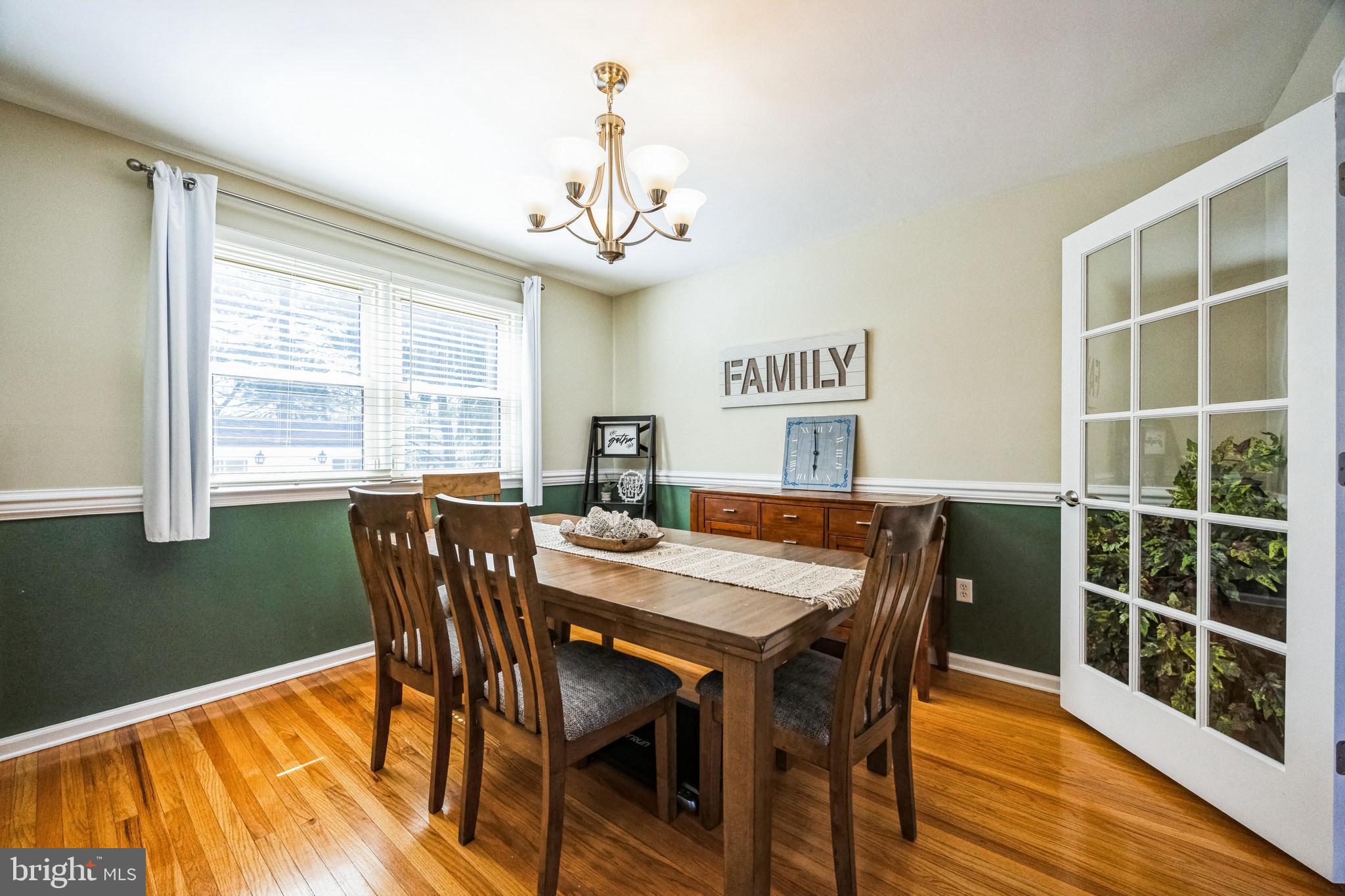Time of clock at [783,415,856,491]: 5:59
